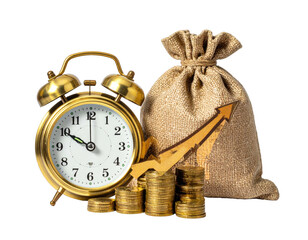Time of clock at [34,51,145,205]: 10:00
